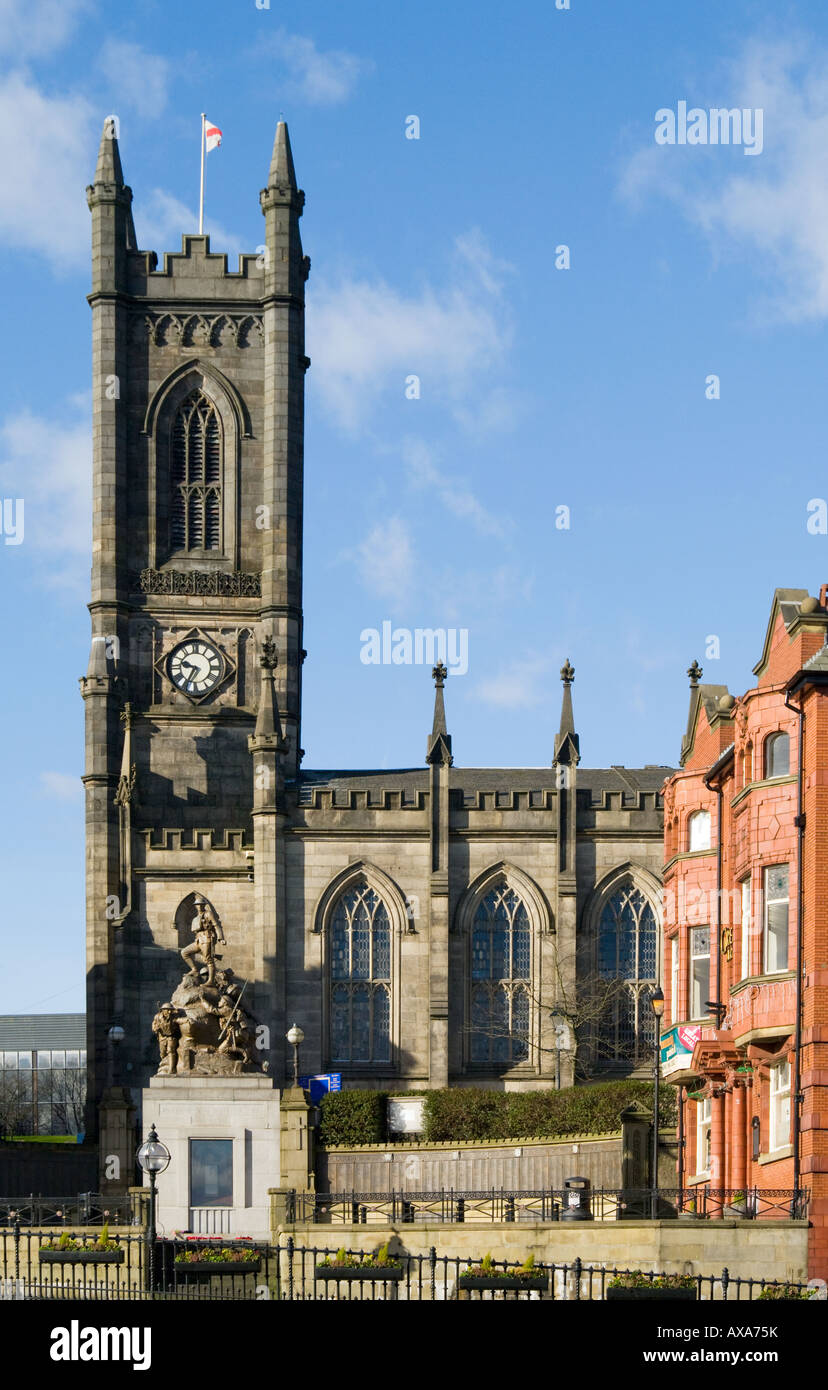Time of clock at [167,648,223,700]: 9:34
